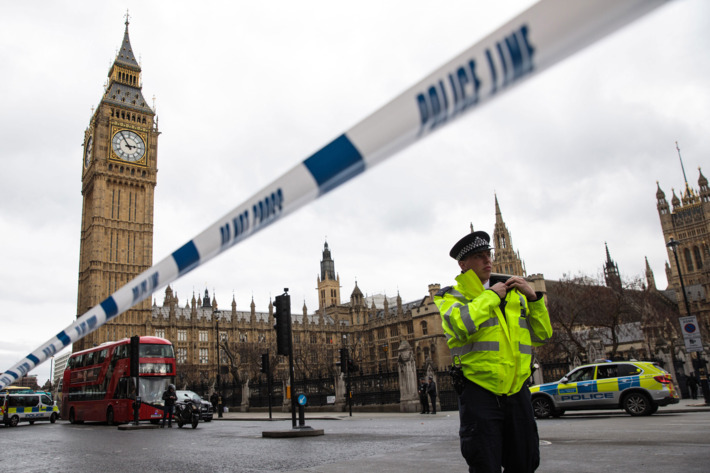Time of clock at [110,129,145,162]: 2:54
